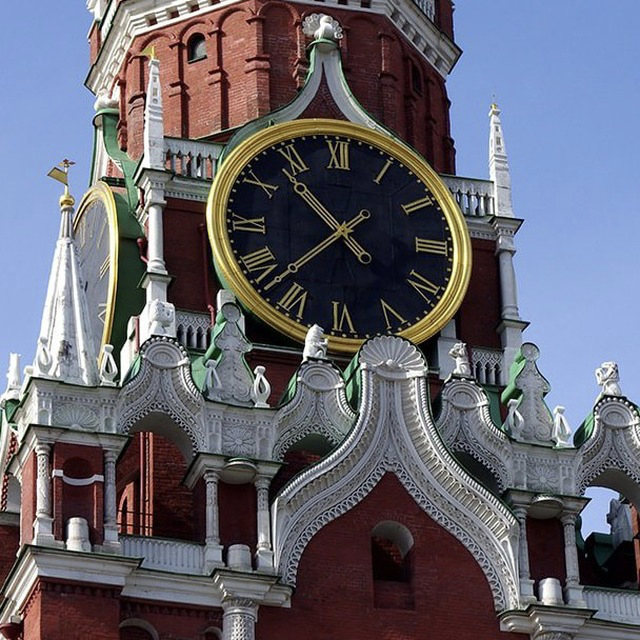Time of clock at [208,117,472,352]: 10:37
